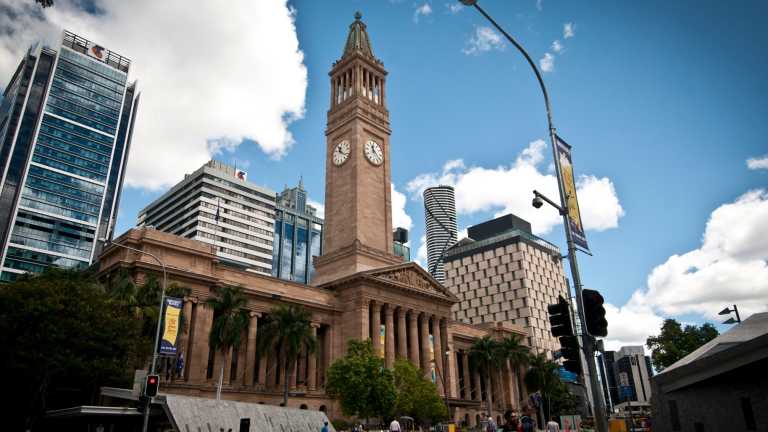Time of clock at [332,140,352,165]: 11:21
